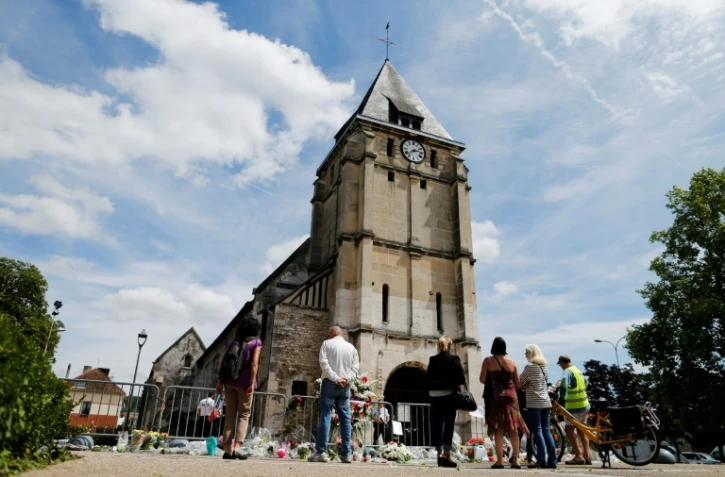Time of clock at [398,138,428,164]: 2:38
